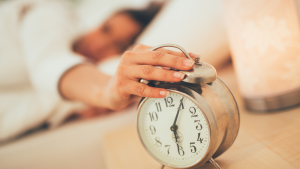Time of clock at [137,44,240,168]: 6:05
